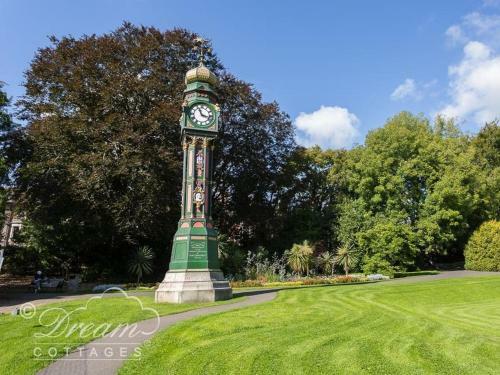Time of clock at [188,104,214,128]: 11:17
